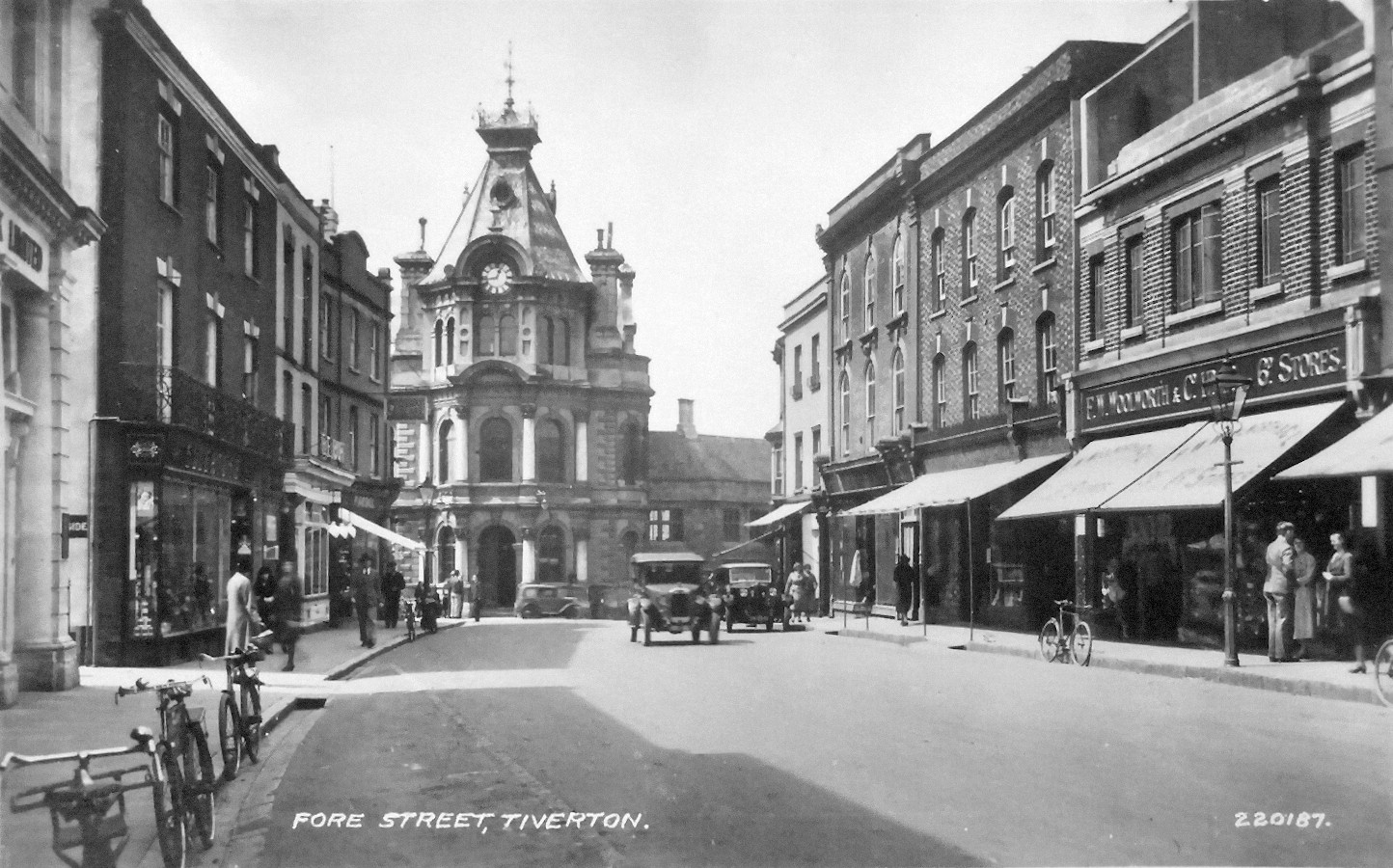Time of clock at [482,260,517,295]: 12:43
